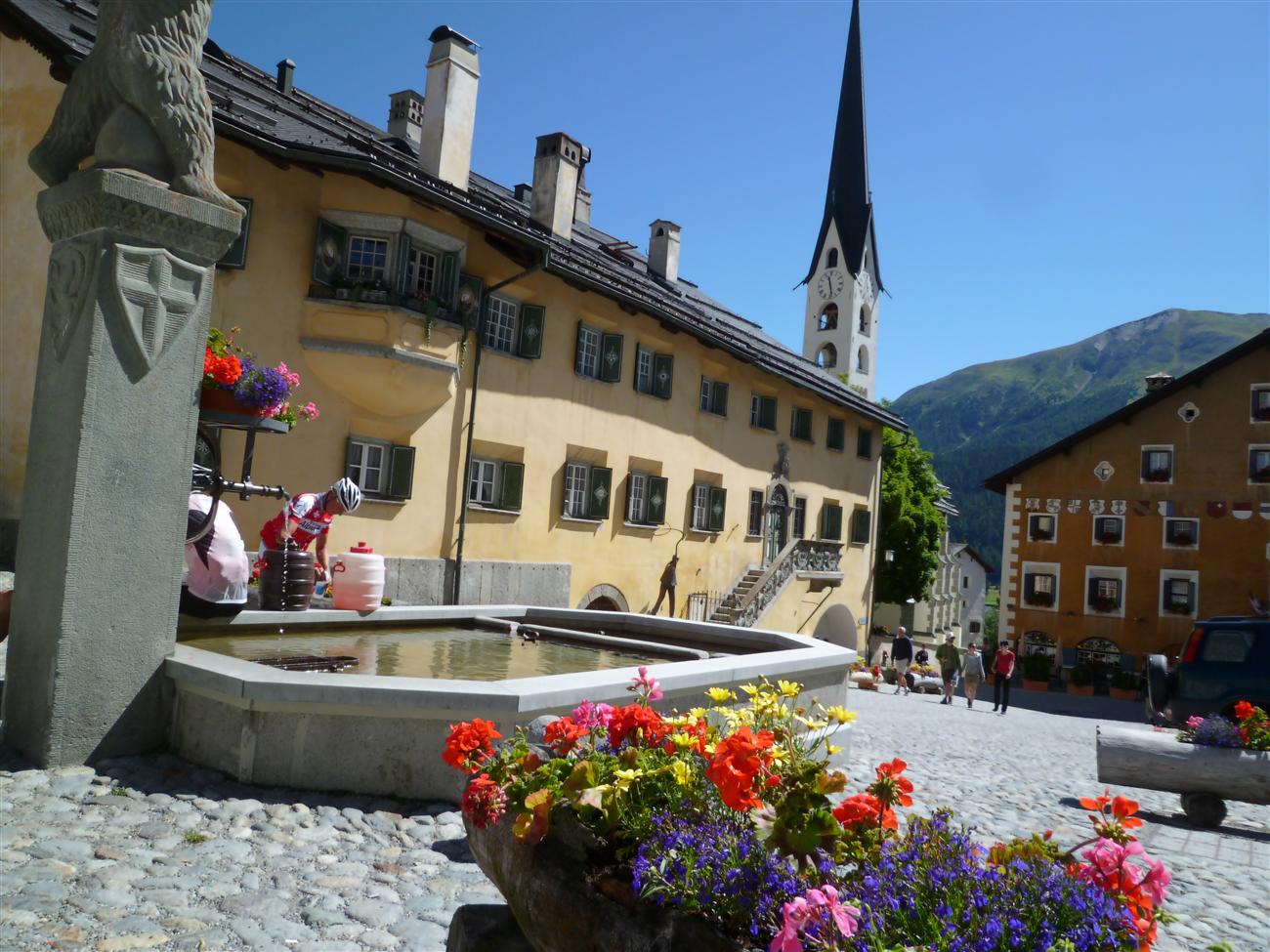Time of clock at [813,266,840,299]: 11:28
